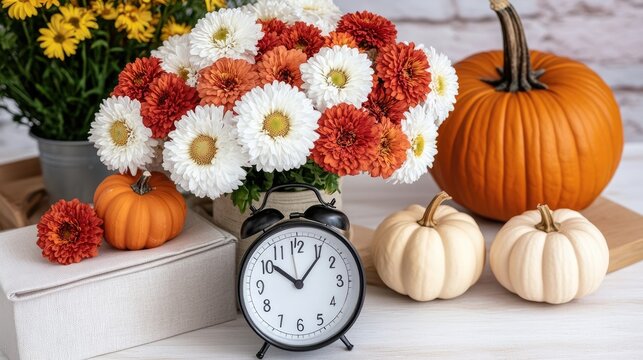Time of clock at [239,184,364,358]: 10:06
